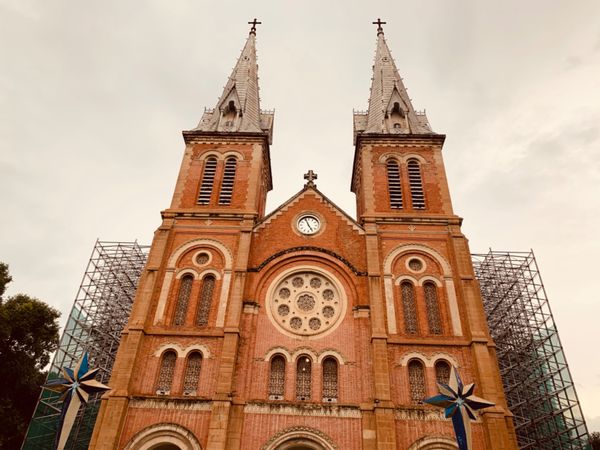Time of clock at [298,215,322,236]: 4:56
